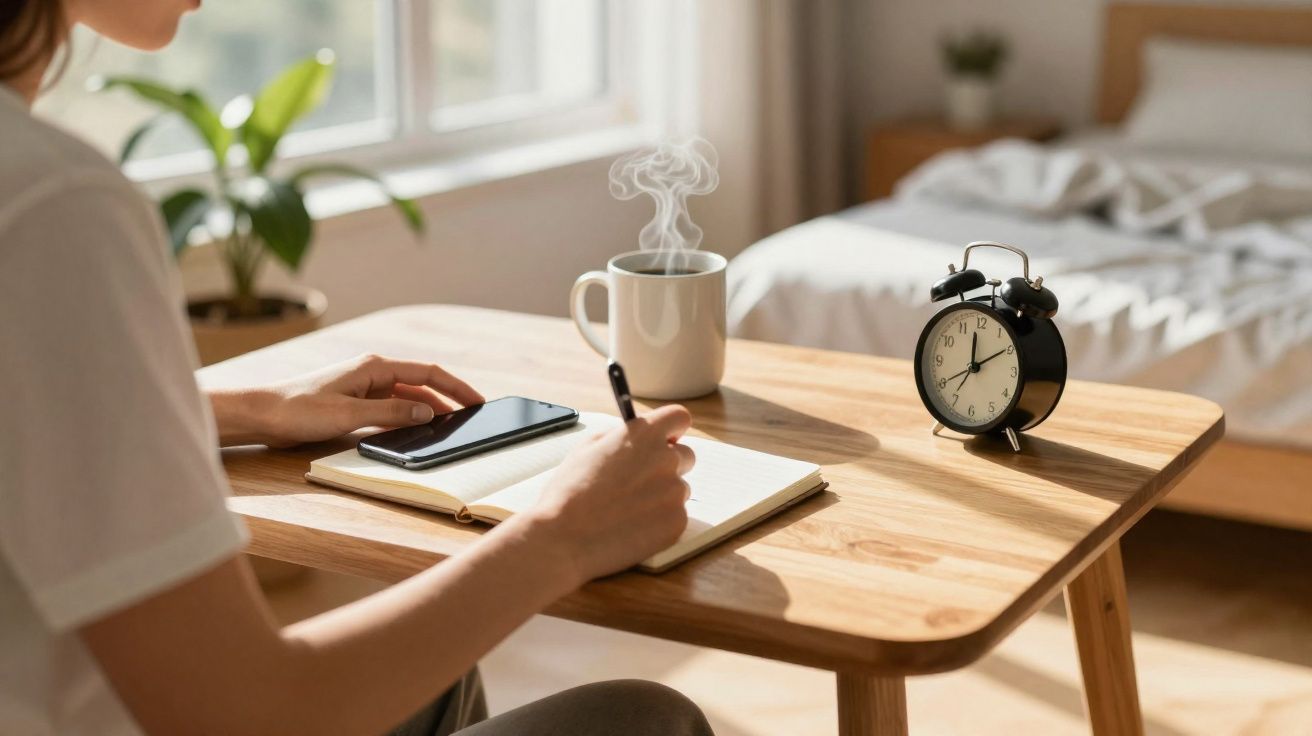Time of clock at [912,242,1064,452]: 12:09
